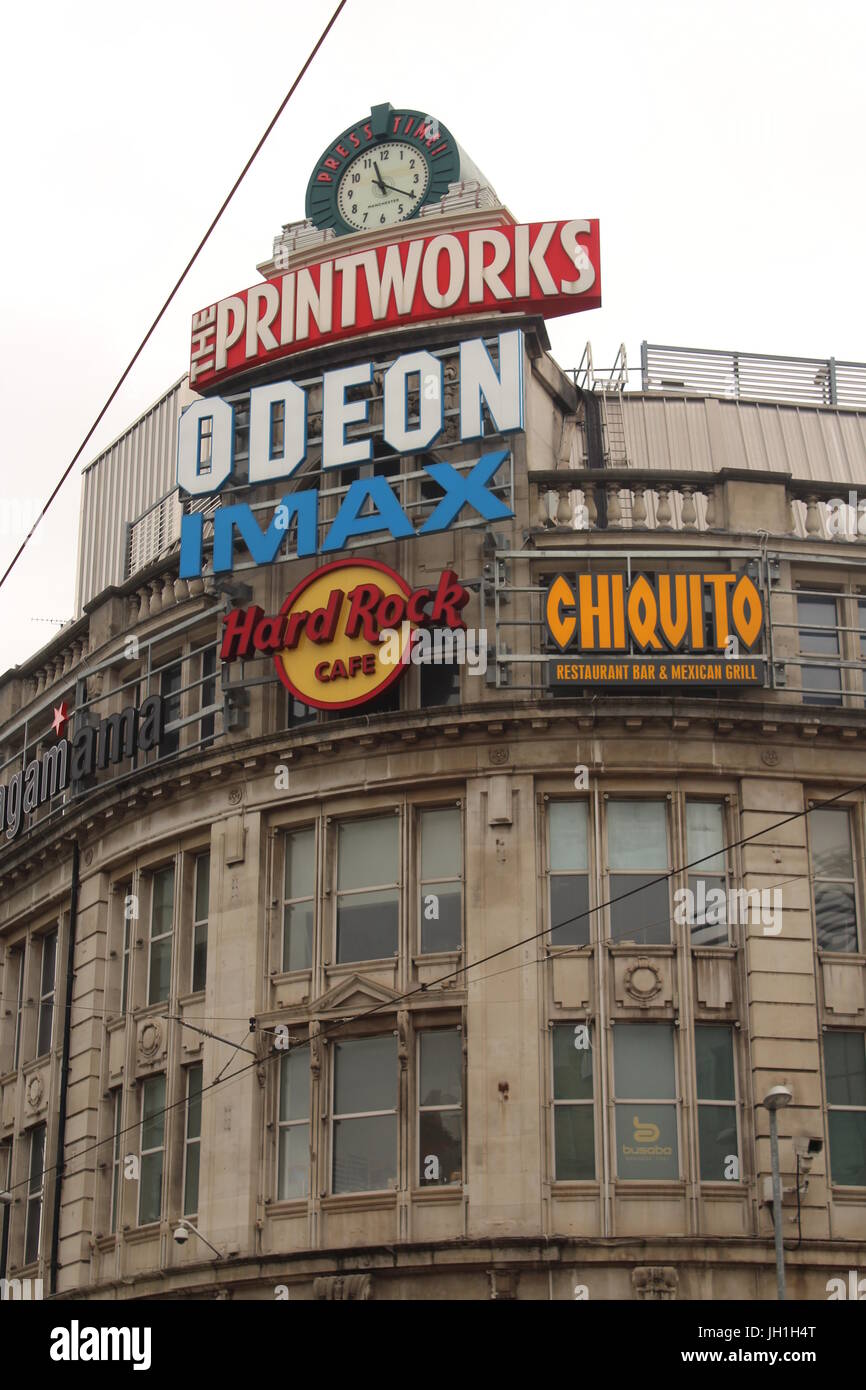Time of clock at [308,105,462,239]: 11:20
